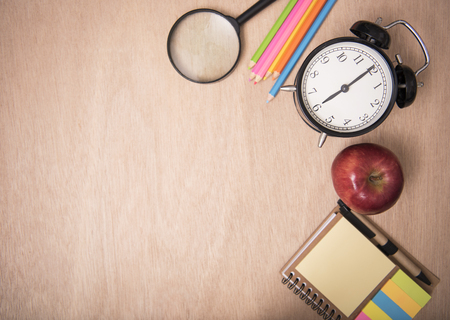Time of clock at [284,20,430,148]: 8:09
